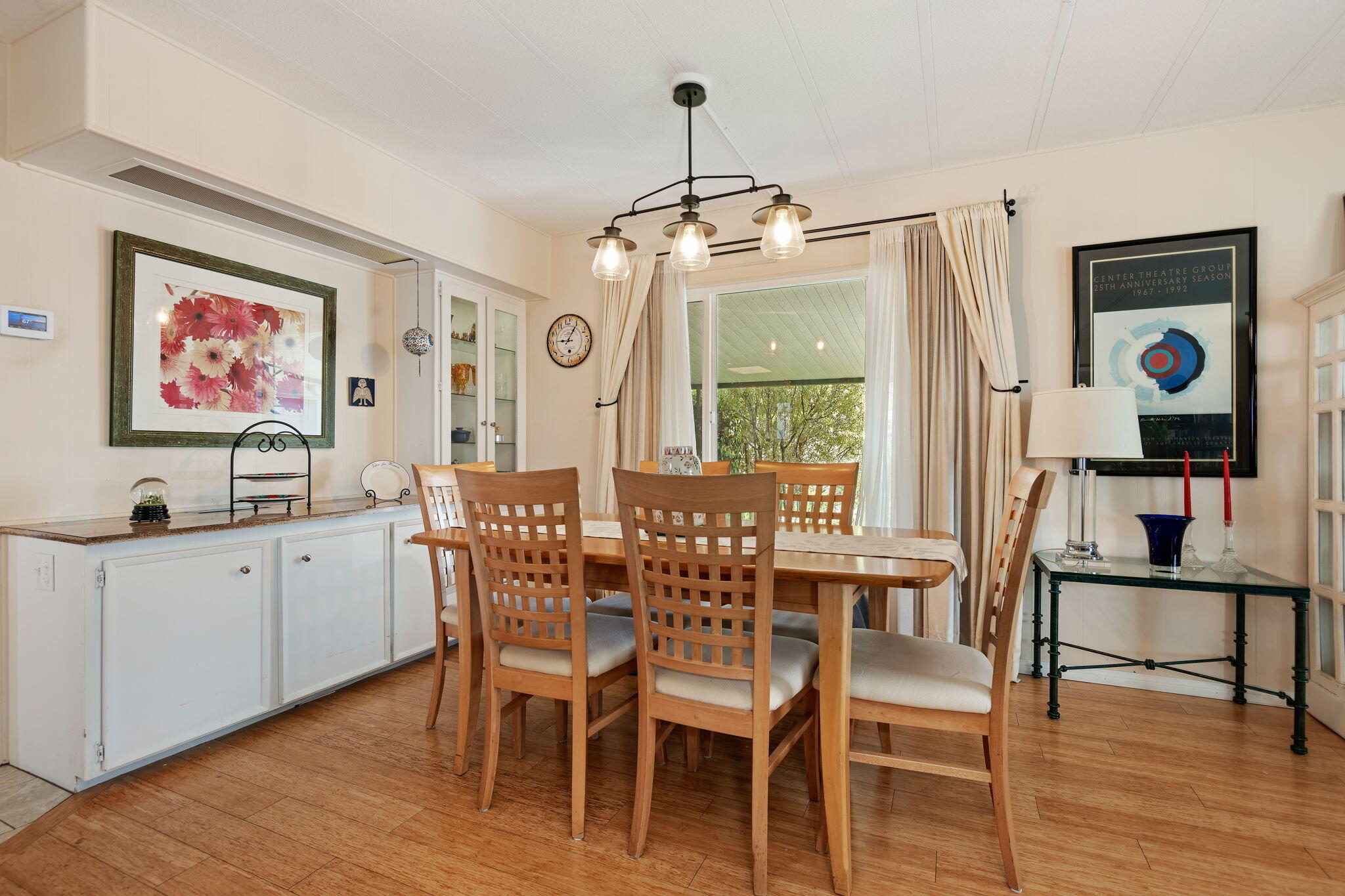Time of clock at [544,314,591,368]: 9:05
